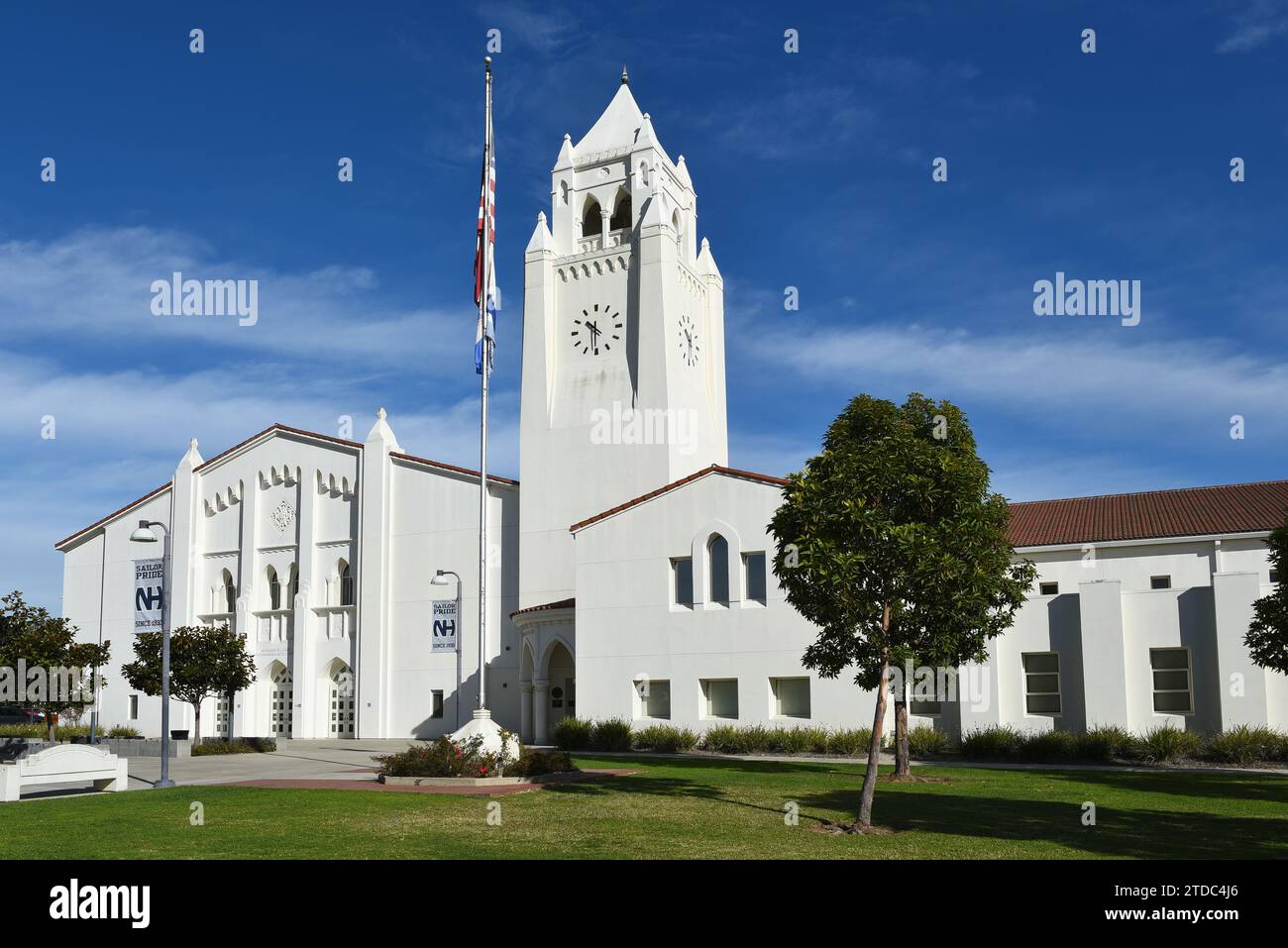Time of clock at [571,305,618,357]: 10:30
